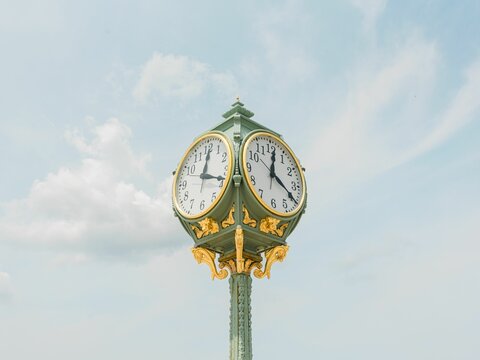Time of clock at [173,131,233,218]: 12:19
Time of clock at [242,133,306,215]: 12:19
